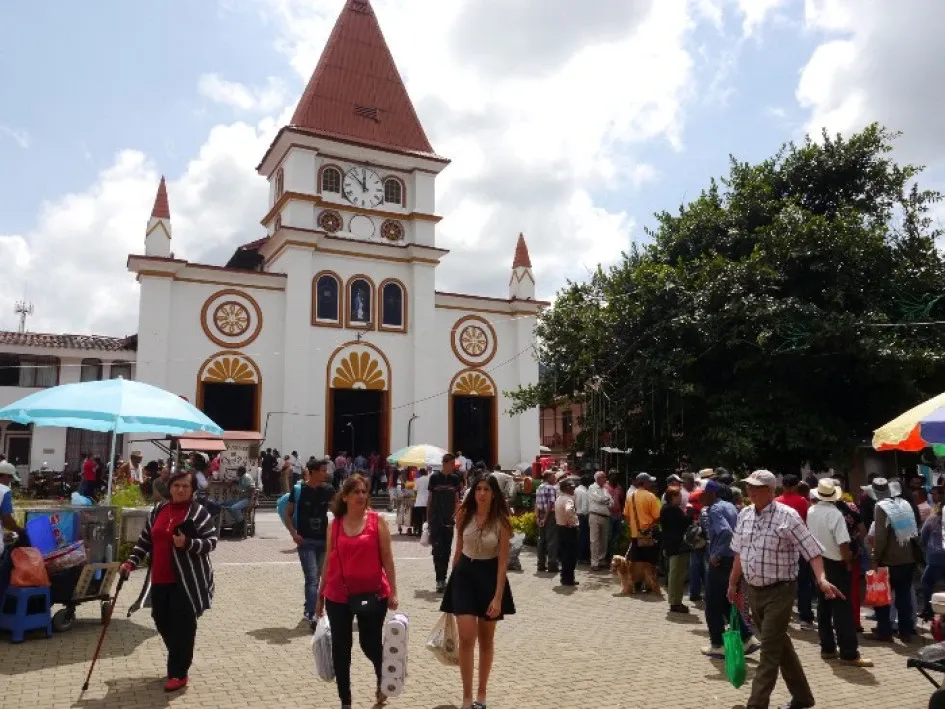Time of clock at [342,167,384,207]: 11:52
